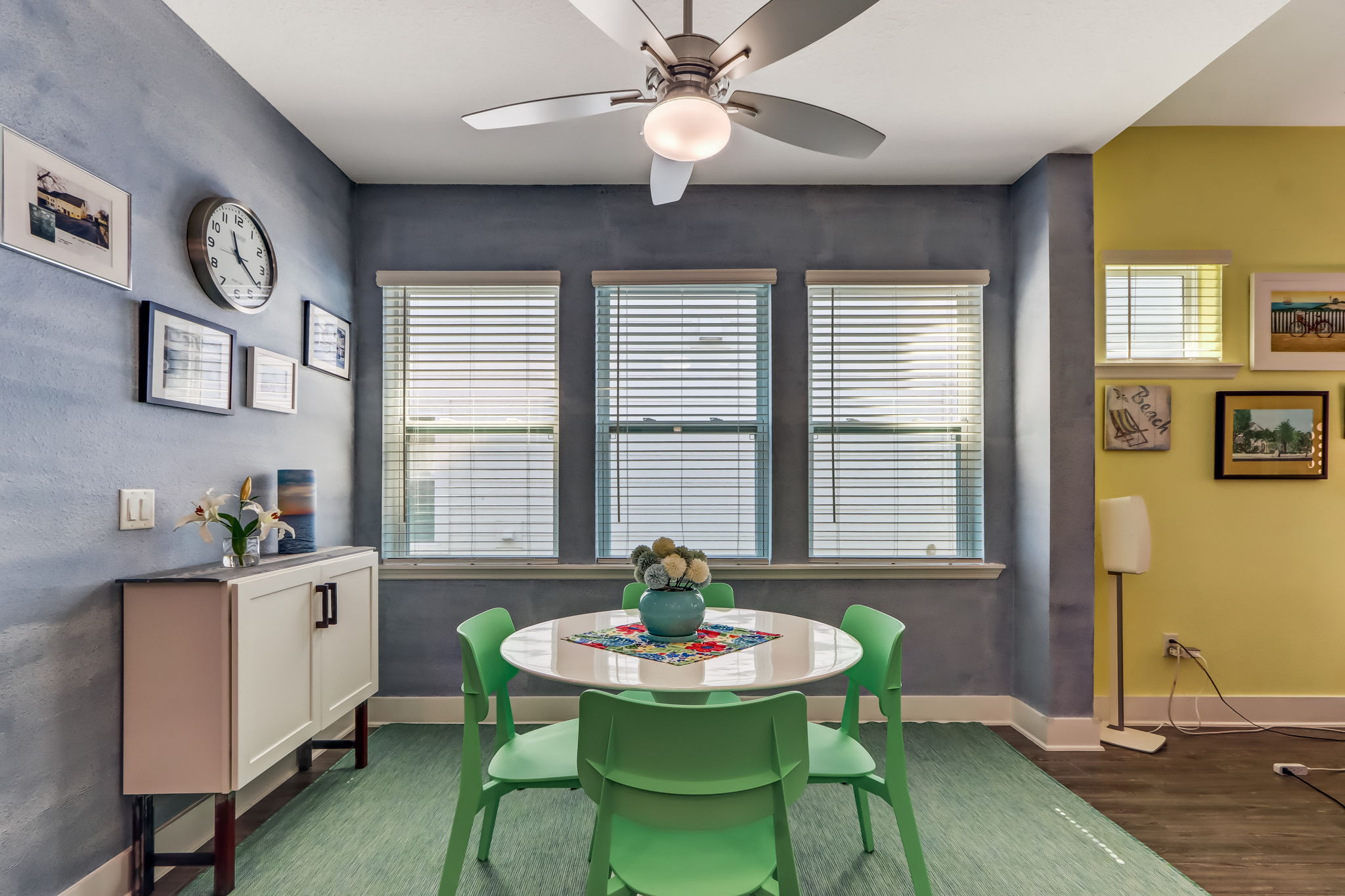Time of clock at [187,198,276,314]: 11:21
